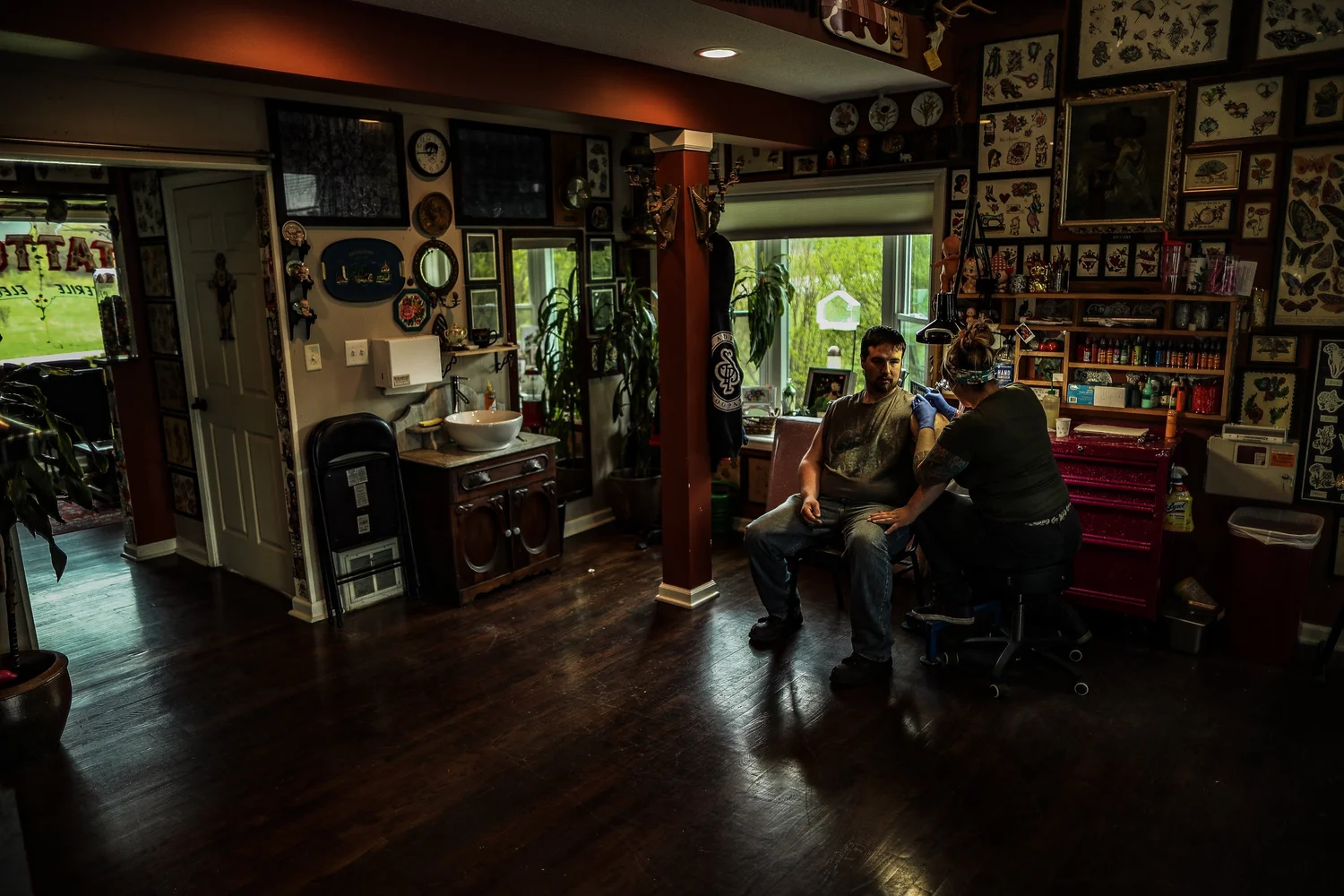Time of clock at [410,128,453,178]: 12:44
